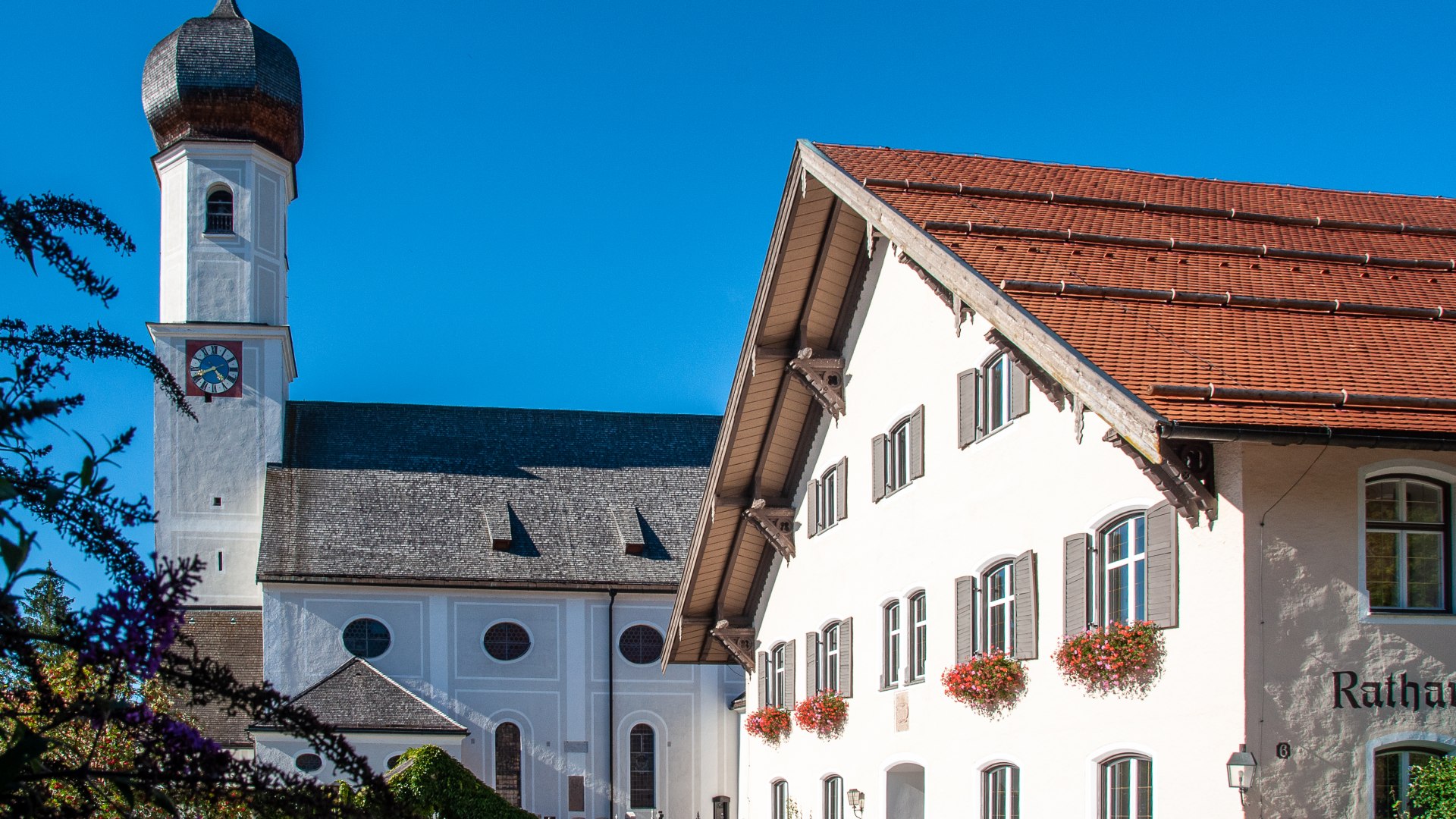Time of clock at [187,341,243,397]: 8:23
